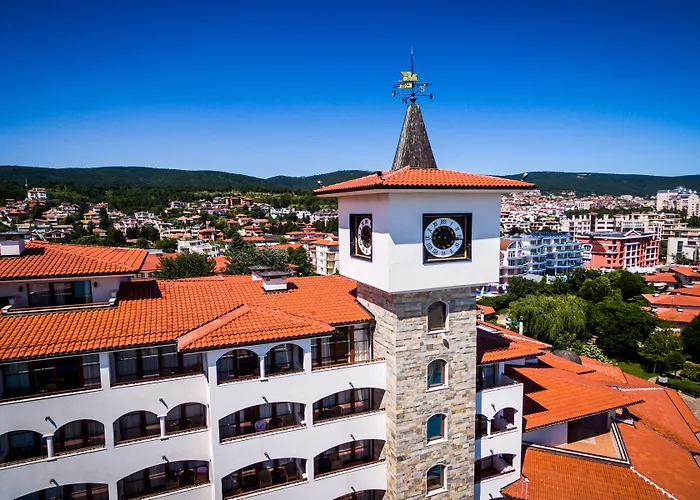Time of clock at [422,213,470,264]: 4:16
